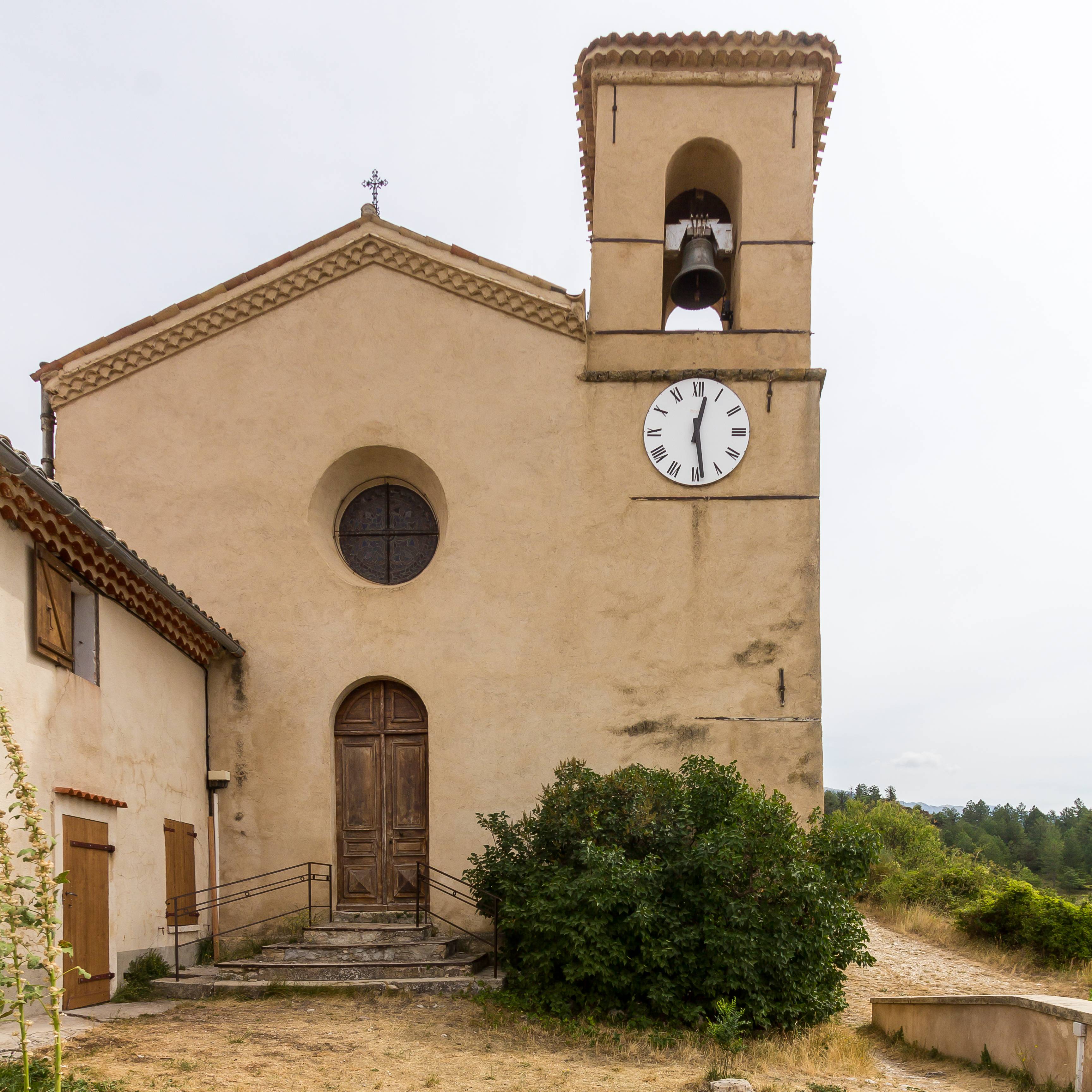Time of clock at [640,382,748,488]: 12:28
